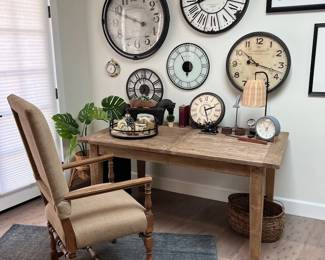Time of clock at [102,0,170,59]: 3:49
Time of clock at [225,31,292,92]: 10:17
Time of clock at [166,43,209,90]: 5:55
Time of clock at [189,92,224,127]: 2:27
